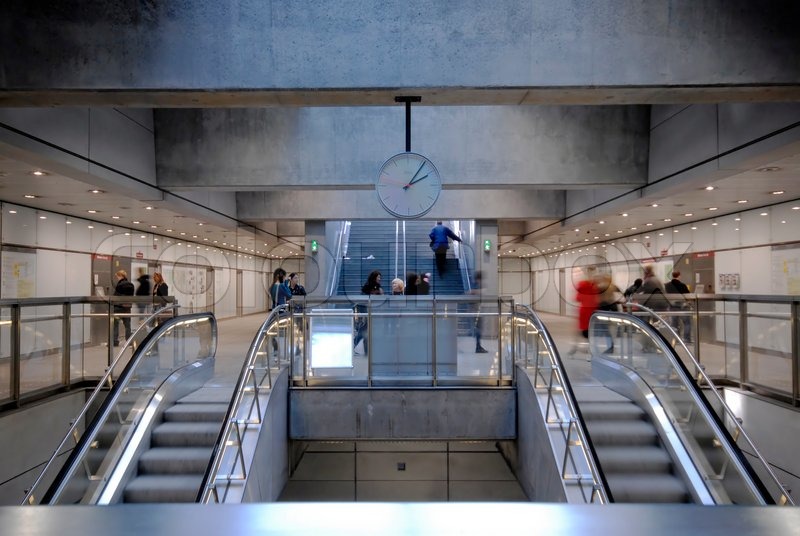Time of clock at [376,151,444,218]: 2:06
